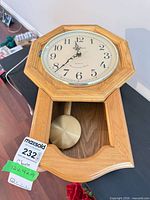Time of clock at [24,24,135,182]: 11:37
